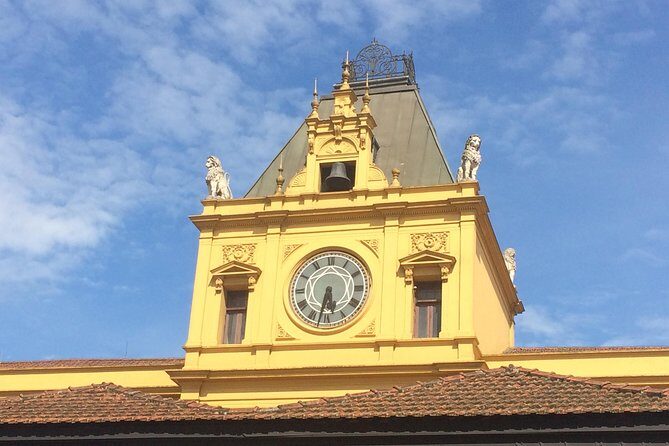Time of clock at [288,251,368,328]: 5:32
